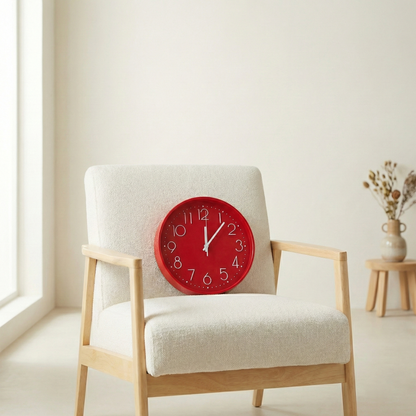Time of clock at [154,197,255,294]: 12:06
